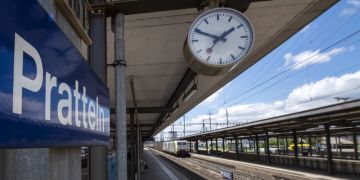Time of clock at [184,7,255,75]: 1:49
